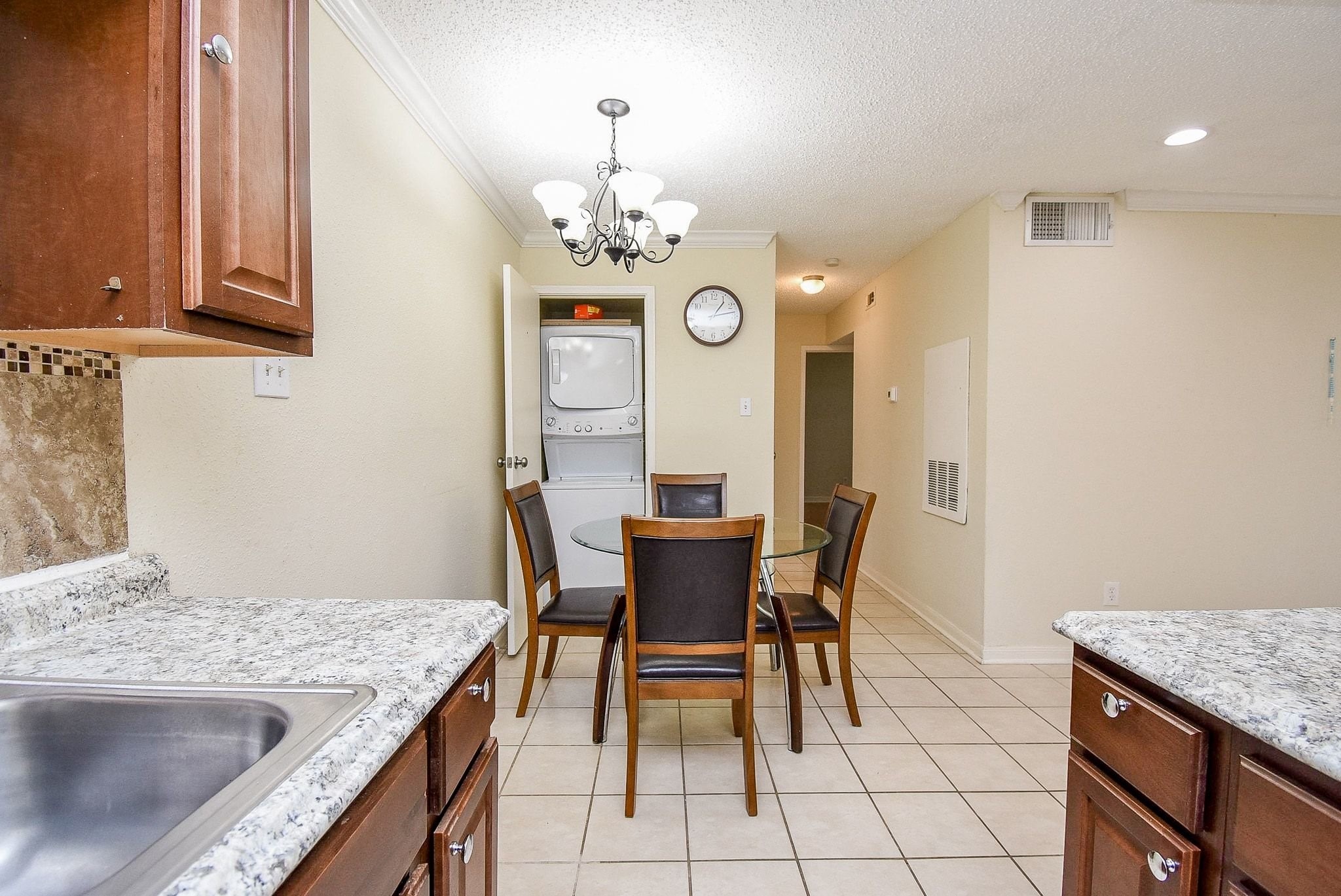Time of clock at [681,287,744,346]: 1:13
